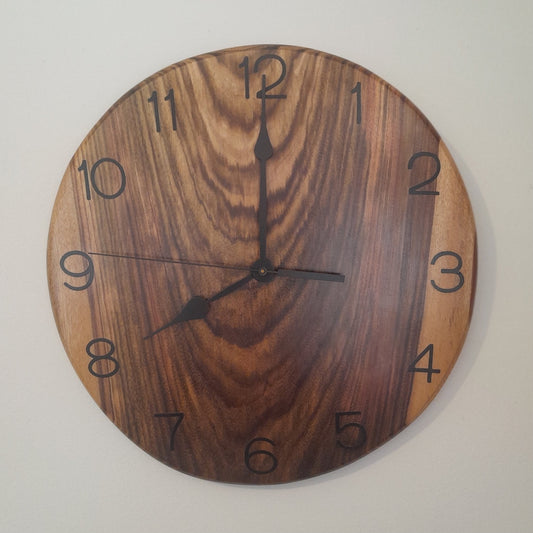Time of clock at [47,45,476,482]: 8:00
